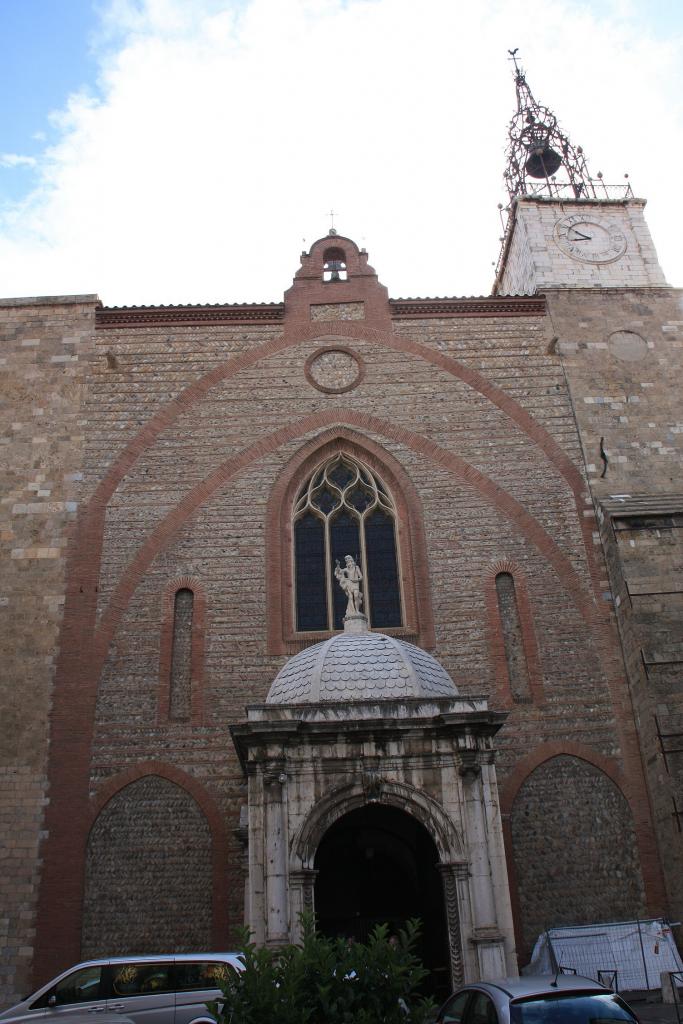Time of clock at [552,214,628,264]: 8:51
